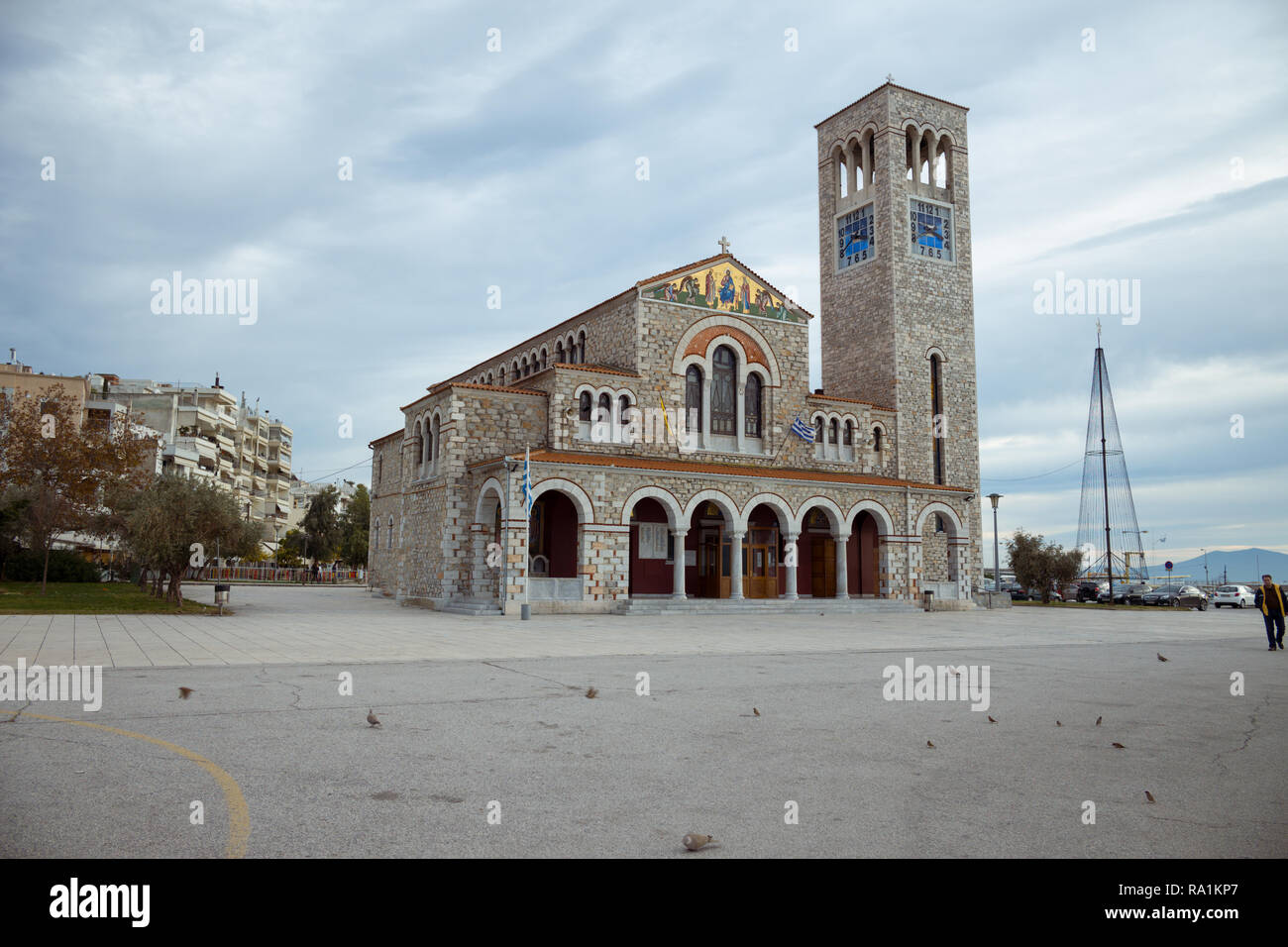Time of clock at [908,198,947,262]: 3:40
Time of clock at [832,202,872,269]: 3:40
